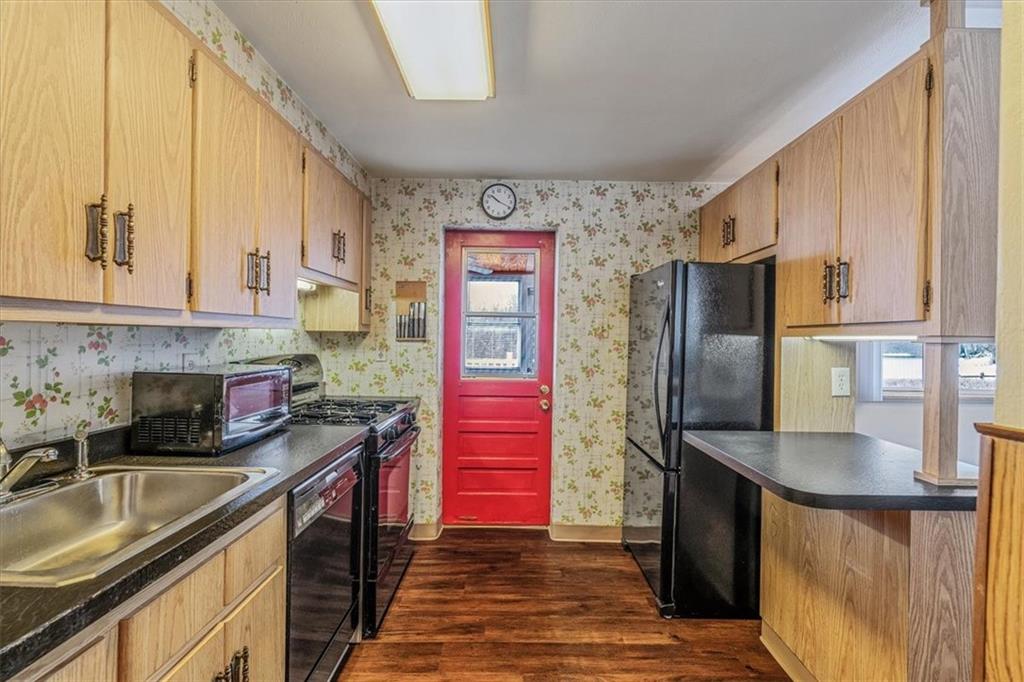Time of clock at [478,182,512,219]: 10:19
